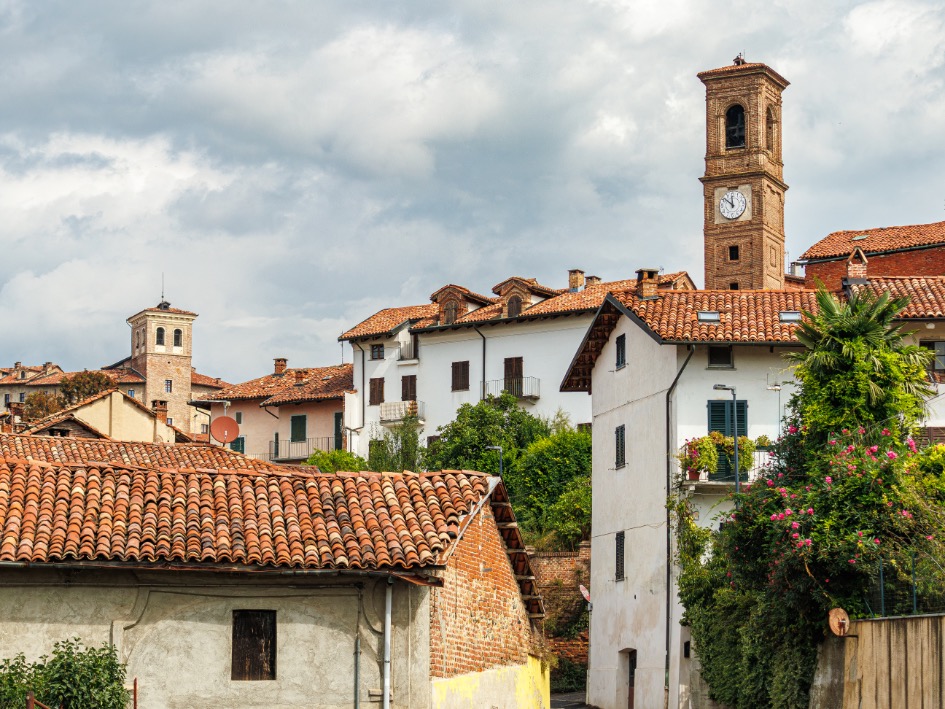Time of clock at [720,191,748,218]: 11:51
